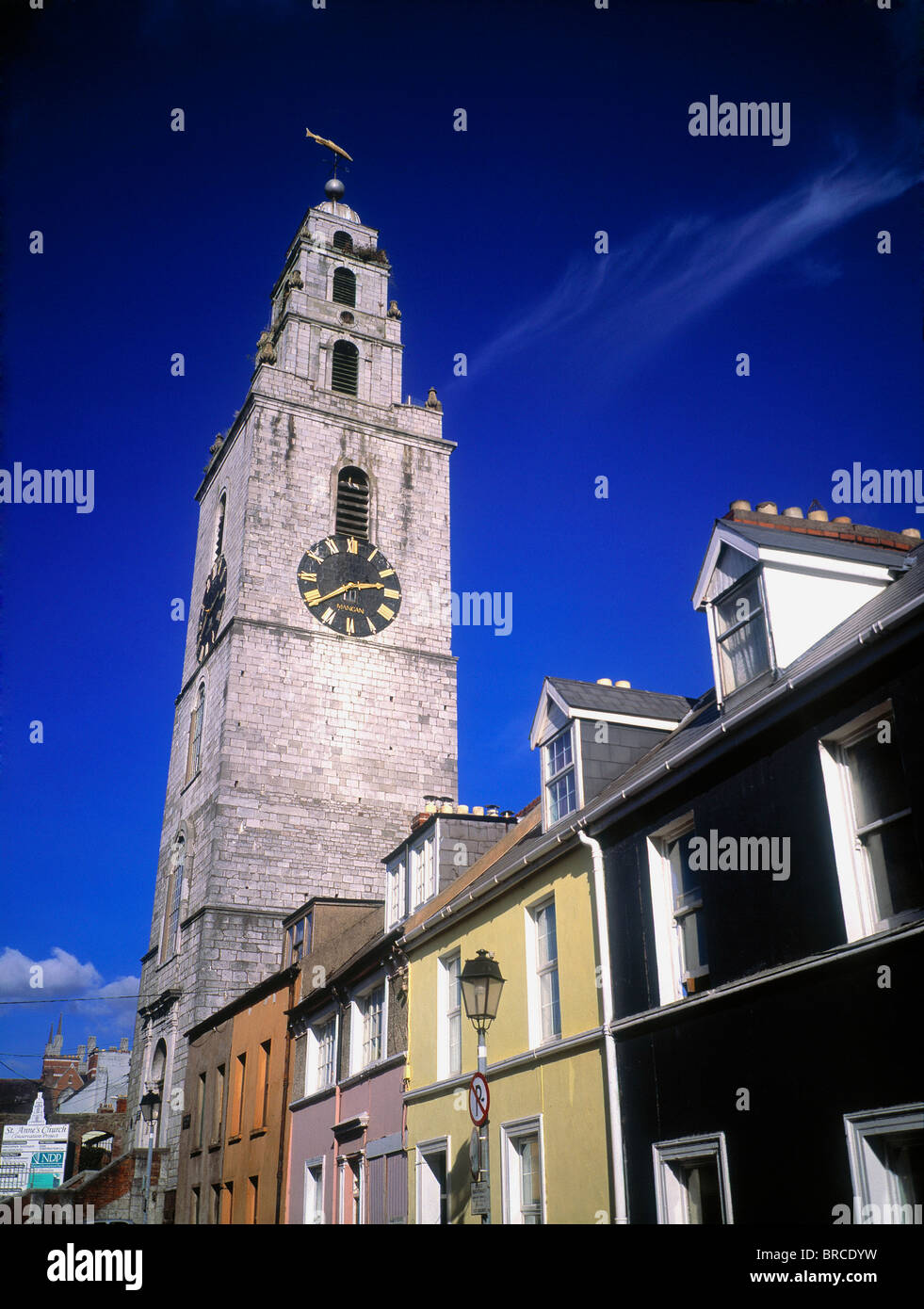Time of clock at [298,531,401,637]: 2:39
